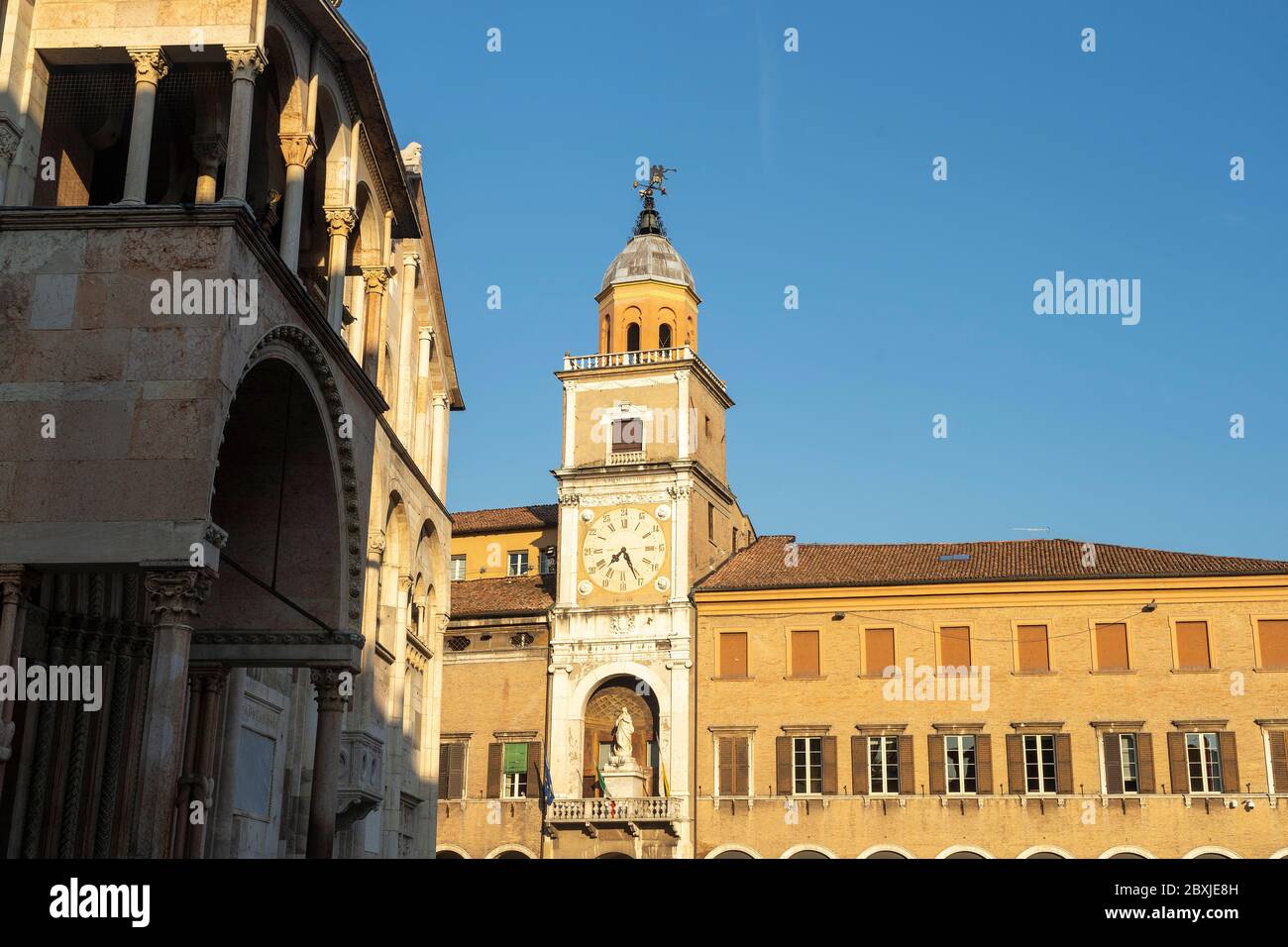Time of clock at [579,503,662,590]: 7:25
